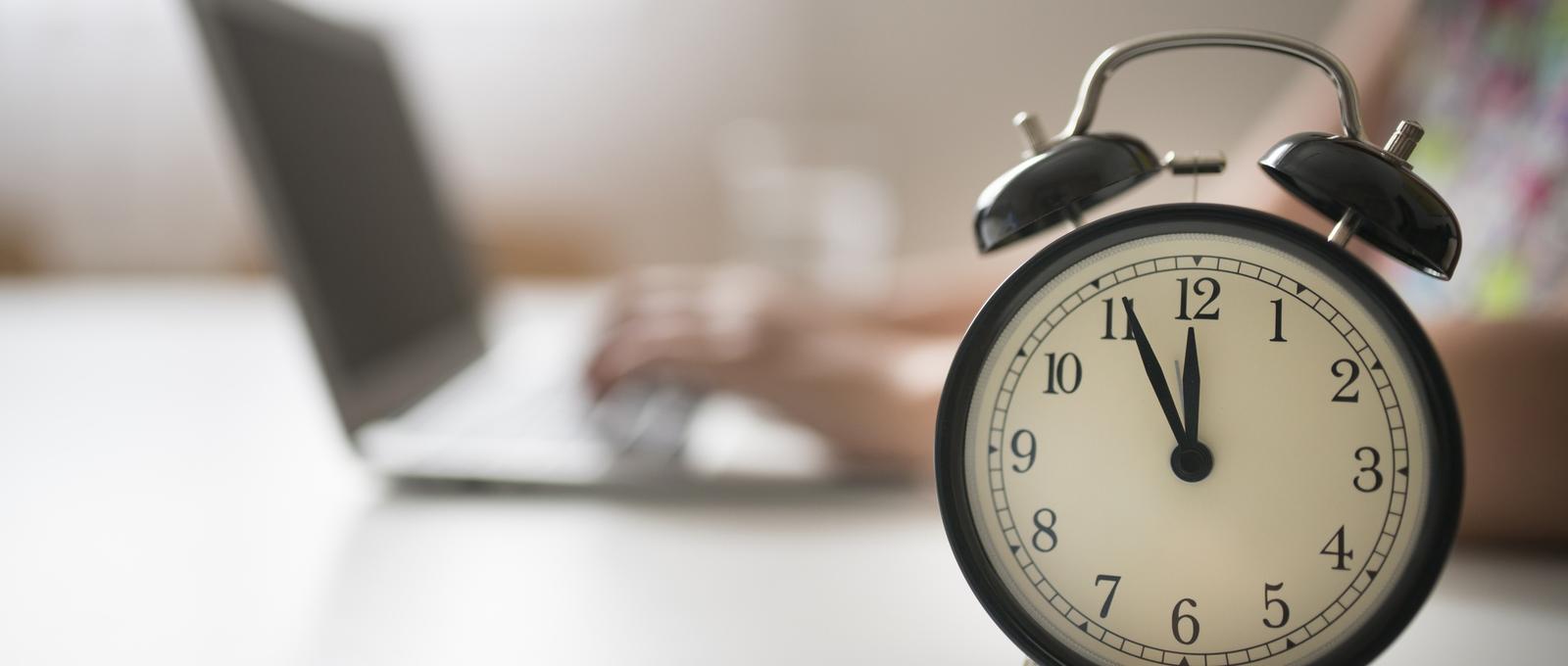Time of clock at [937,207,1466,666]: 11:55
